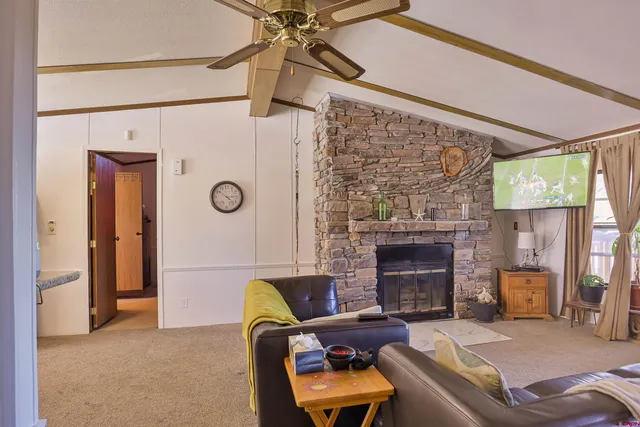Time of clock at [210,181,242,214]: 2:51
